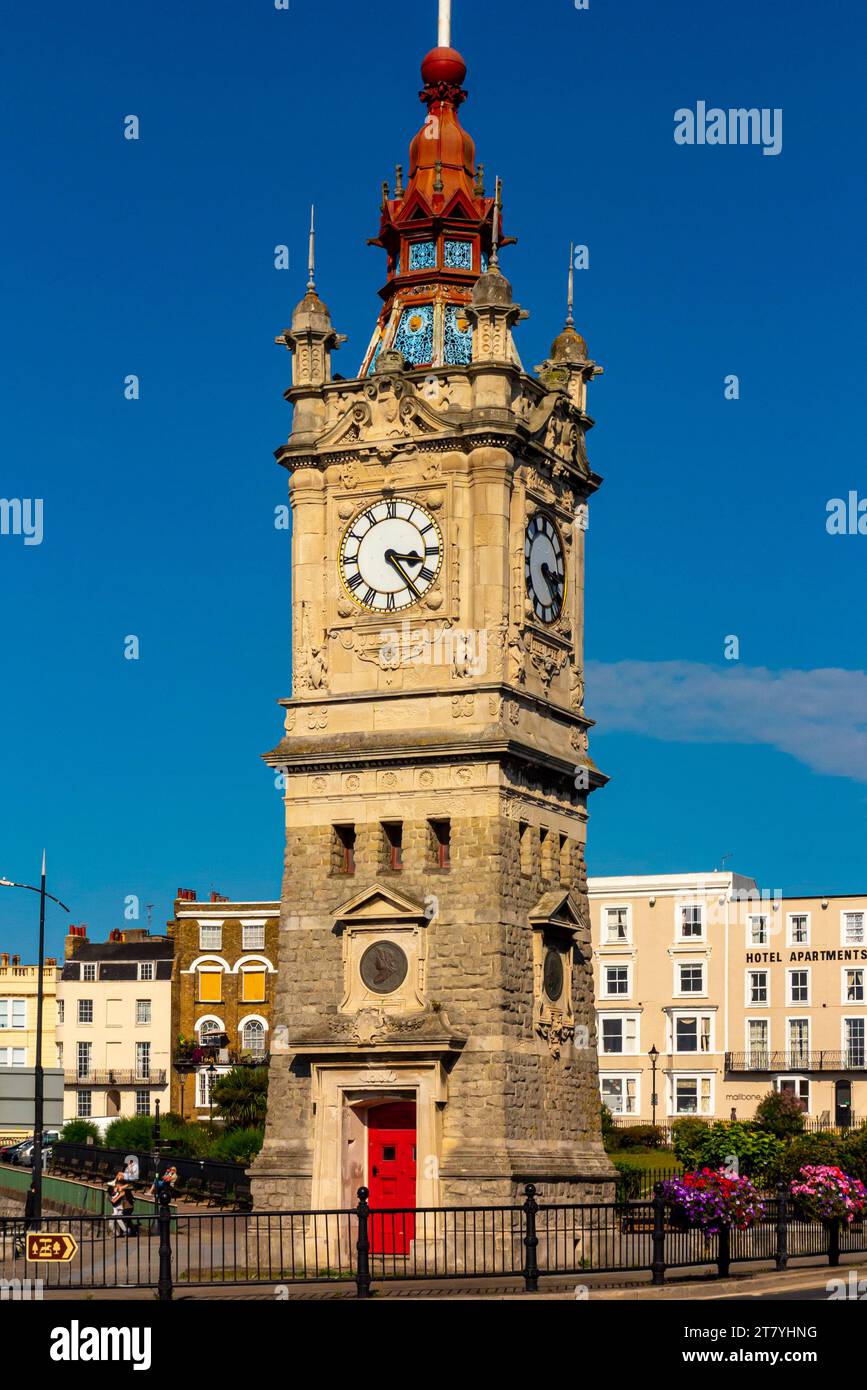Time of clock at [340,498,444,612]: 3:24
